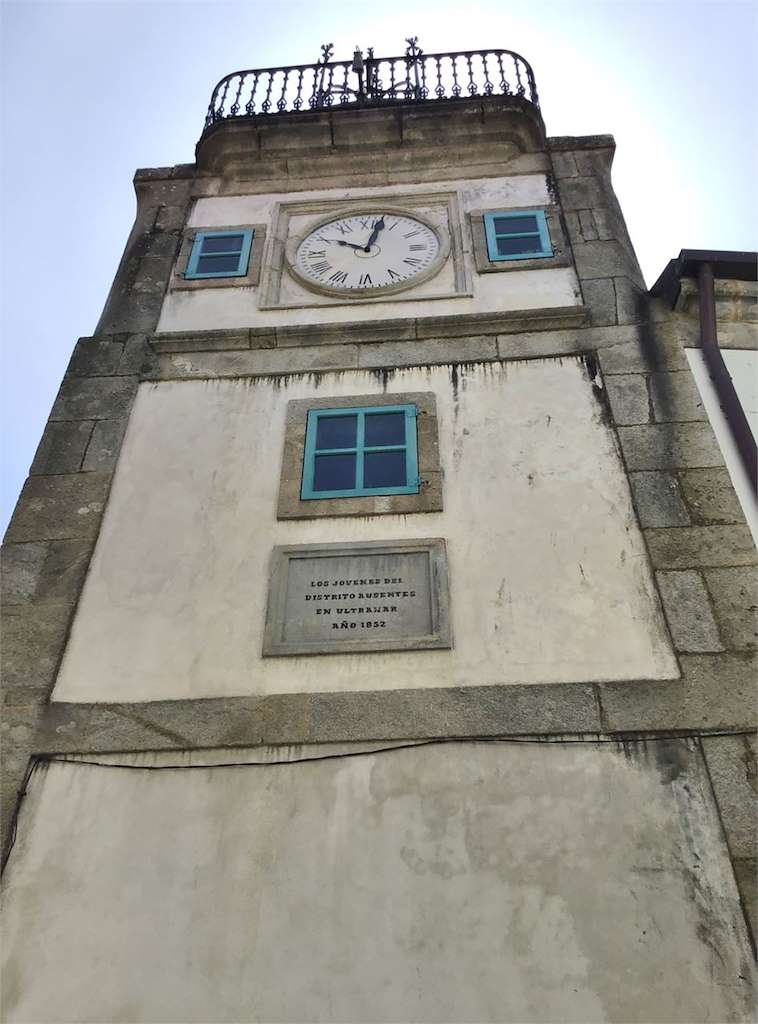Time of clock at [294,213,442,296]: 10:02
